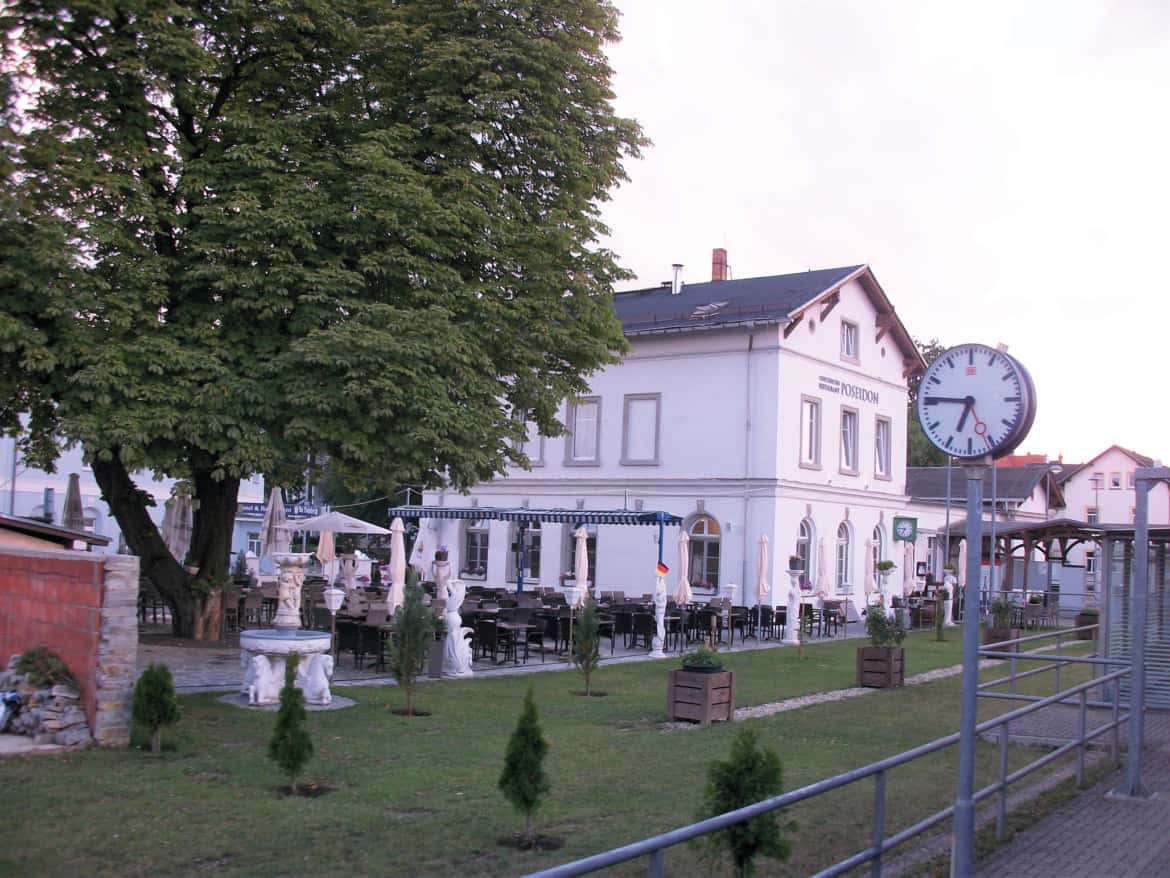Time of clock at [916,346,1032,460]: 6:45
